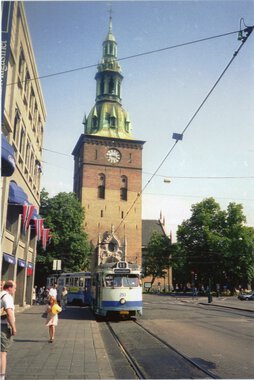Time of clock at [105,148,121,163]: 3:43
